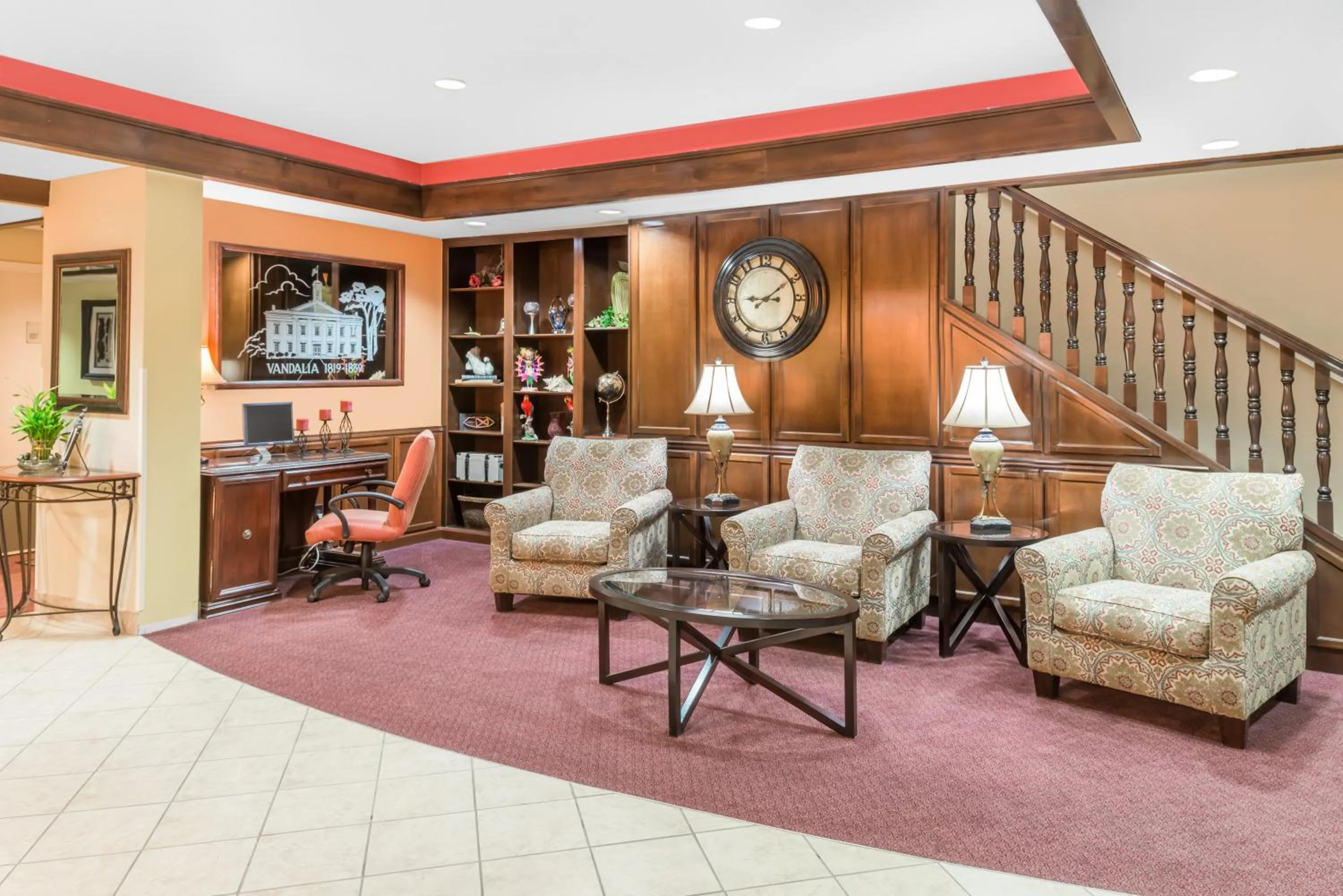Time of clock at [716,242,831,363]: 9:09
